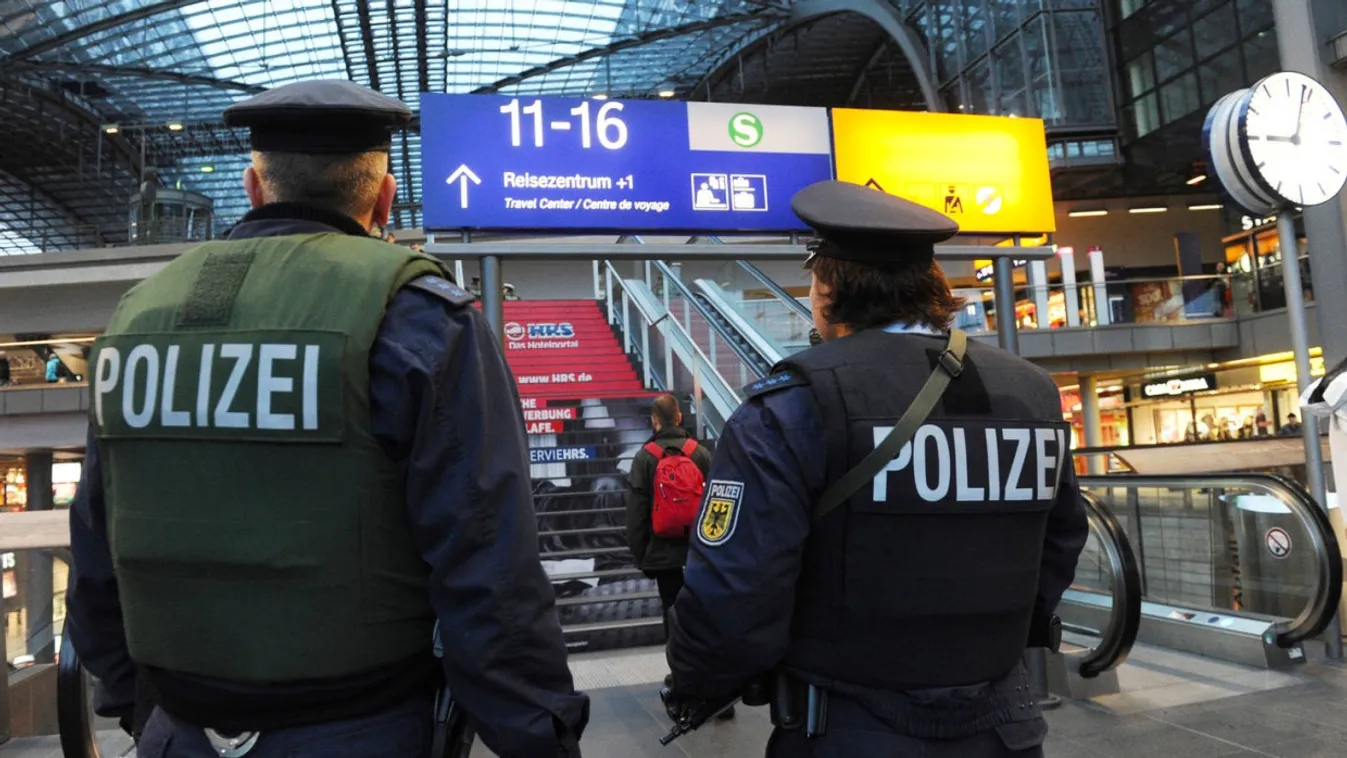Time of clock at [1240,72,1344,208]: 9:03
